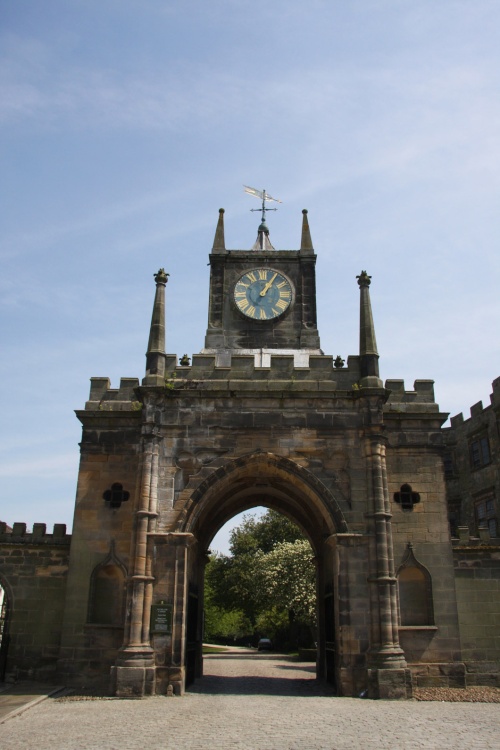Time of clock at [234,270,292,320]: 1:05
